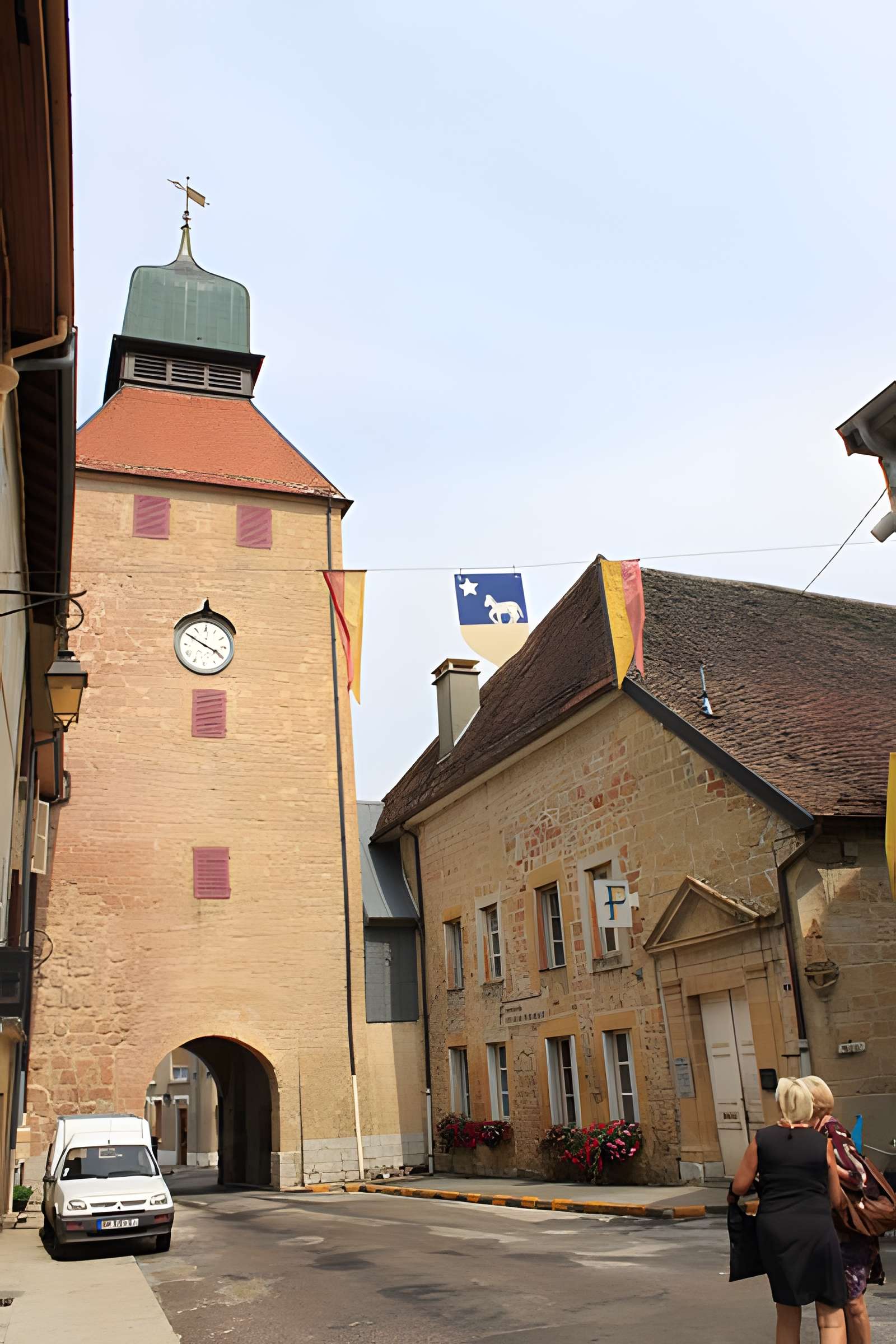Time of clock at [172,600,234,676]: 3:50
